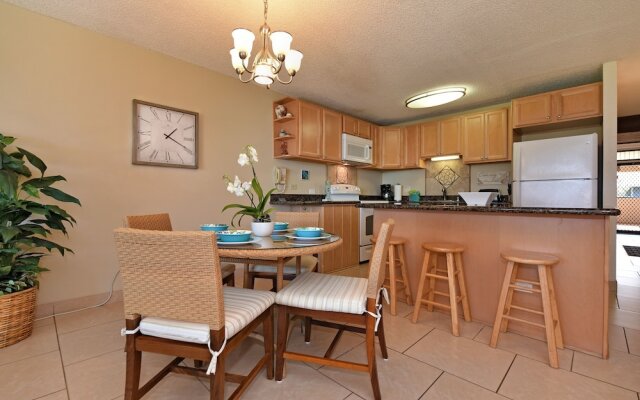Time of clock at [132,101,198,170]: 1:19
